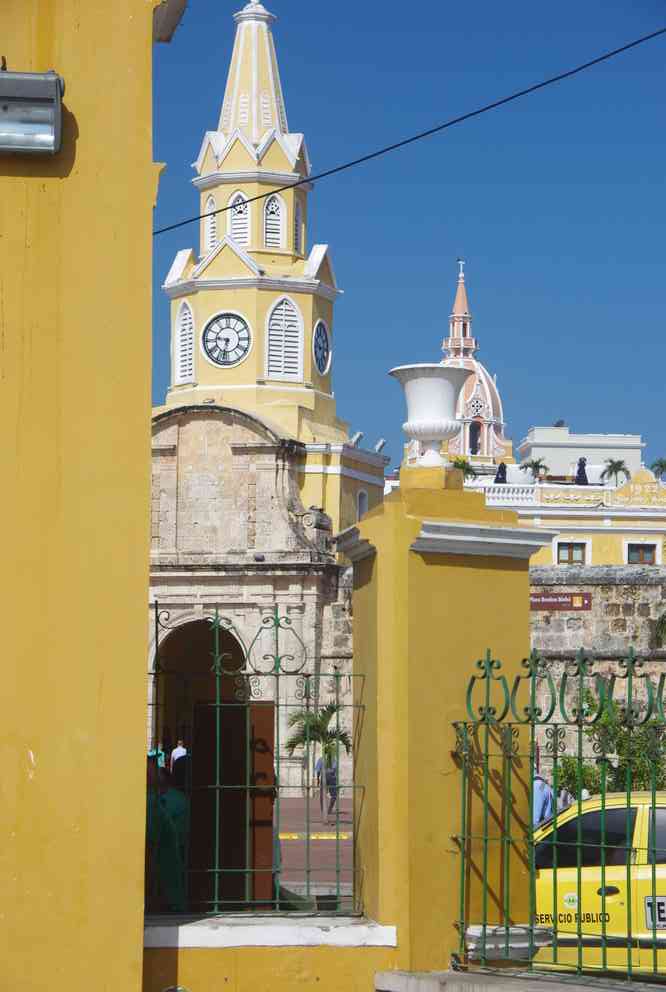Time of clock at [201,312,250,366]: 9:32
